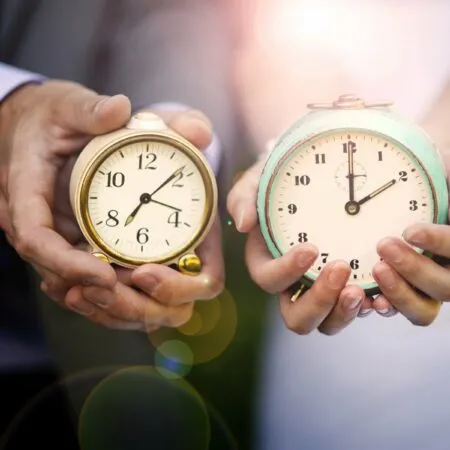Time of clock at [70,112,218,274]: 7:08
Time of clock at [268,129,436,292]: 2:00
